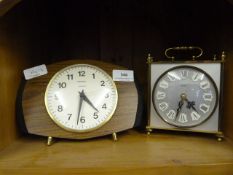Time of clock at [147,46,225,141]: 4:33
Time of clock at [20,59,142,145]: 4:31
